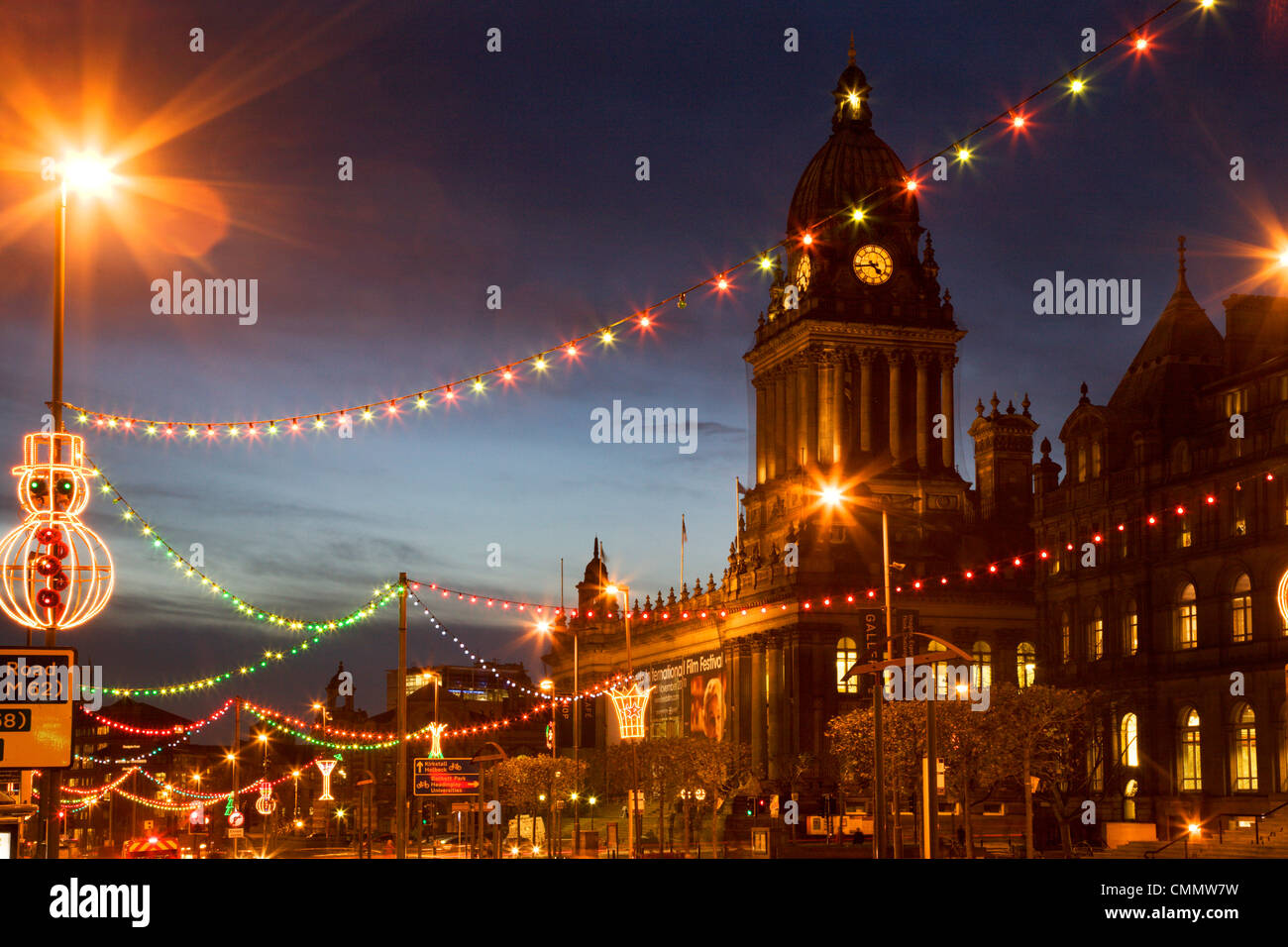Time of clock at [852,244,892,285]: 4:43
